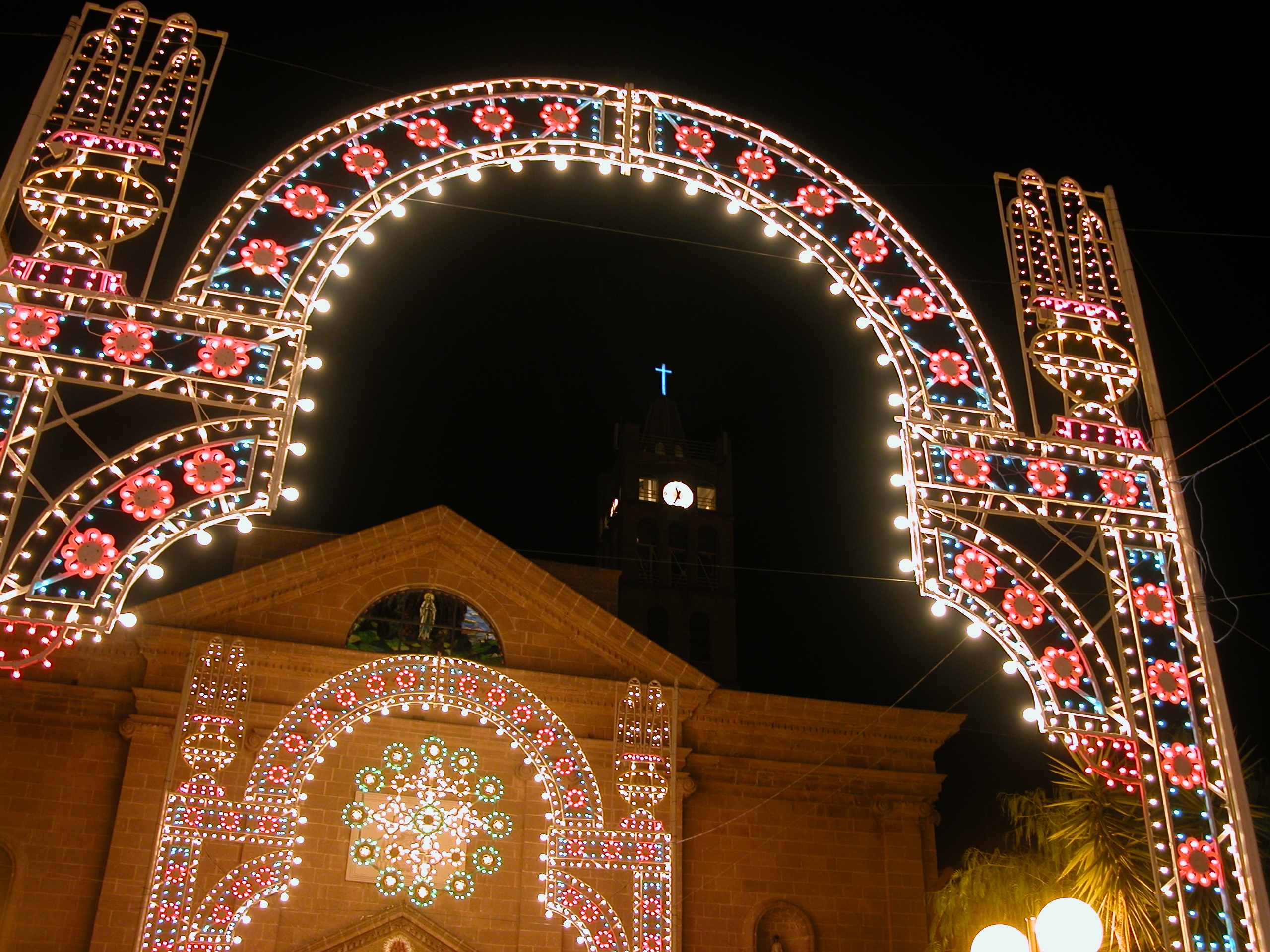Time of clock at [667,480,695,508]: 11:34
